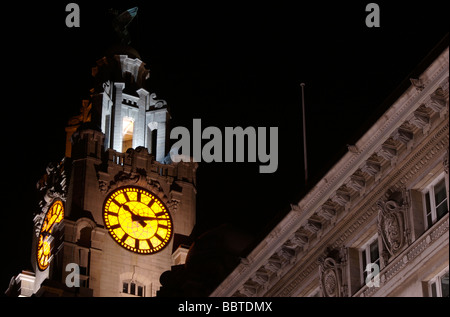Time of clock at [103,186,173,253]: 10:12
